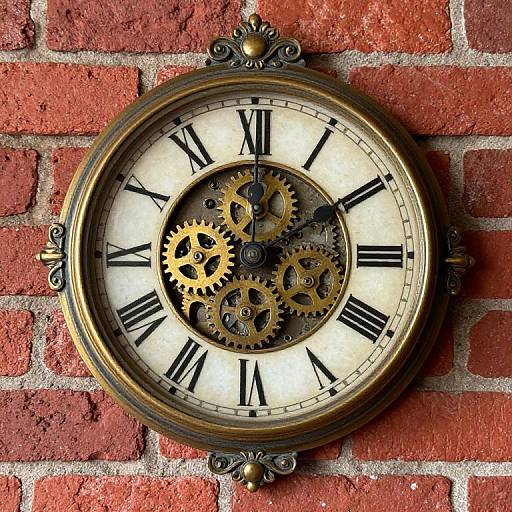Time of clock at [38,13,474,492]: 12:09
